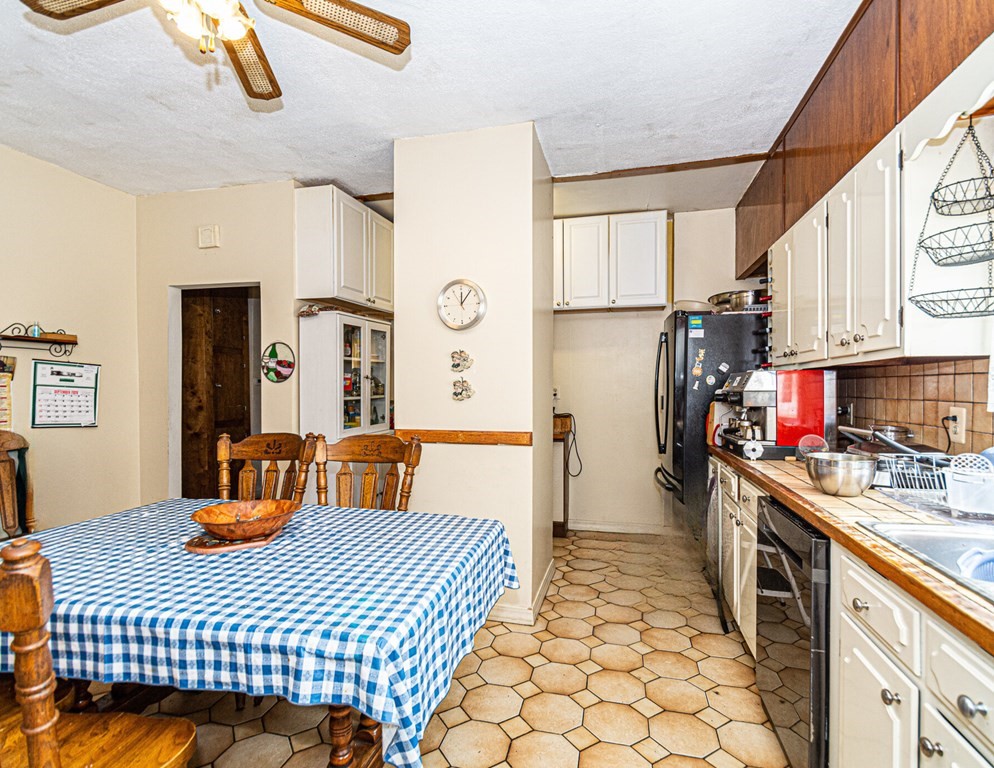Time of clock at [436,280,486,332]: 12:06
